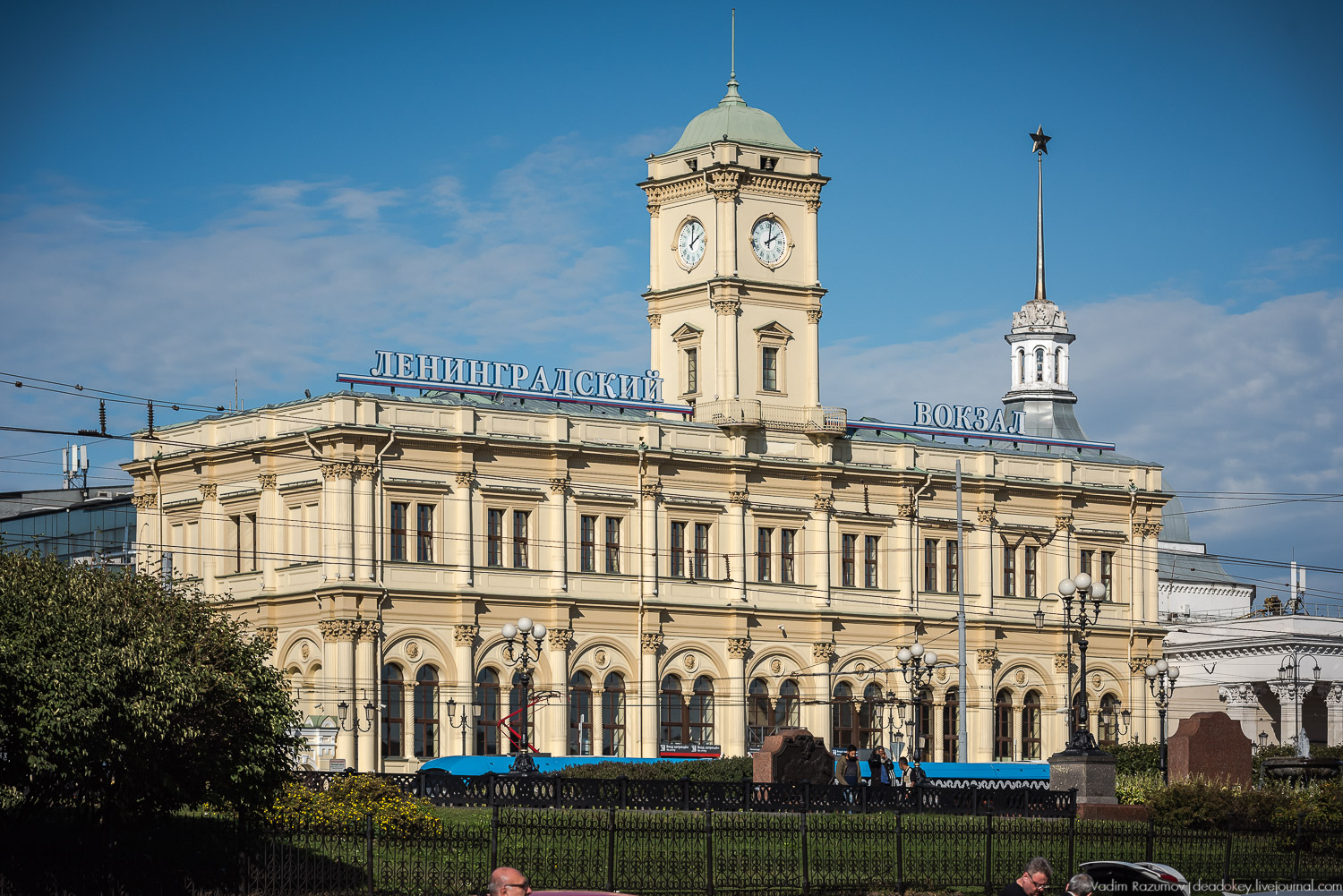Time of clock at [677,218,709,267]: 2:00
